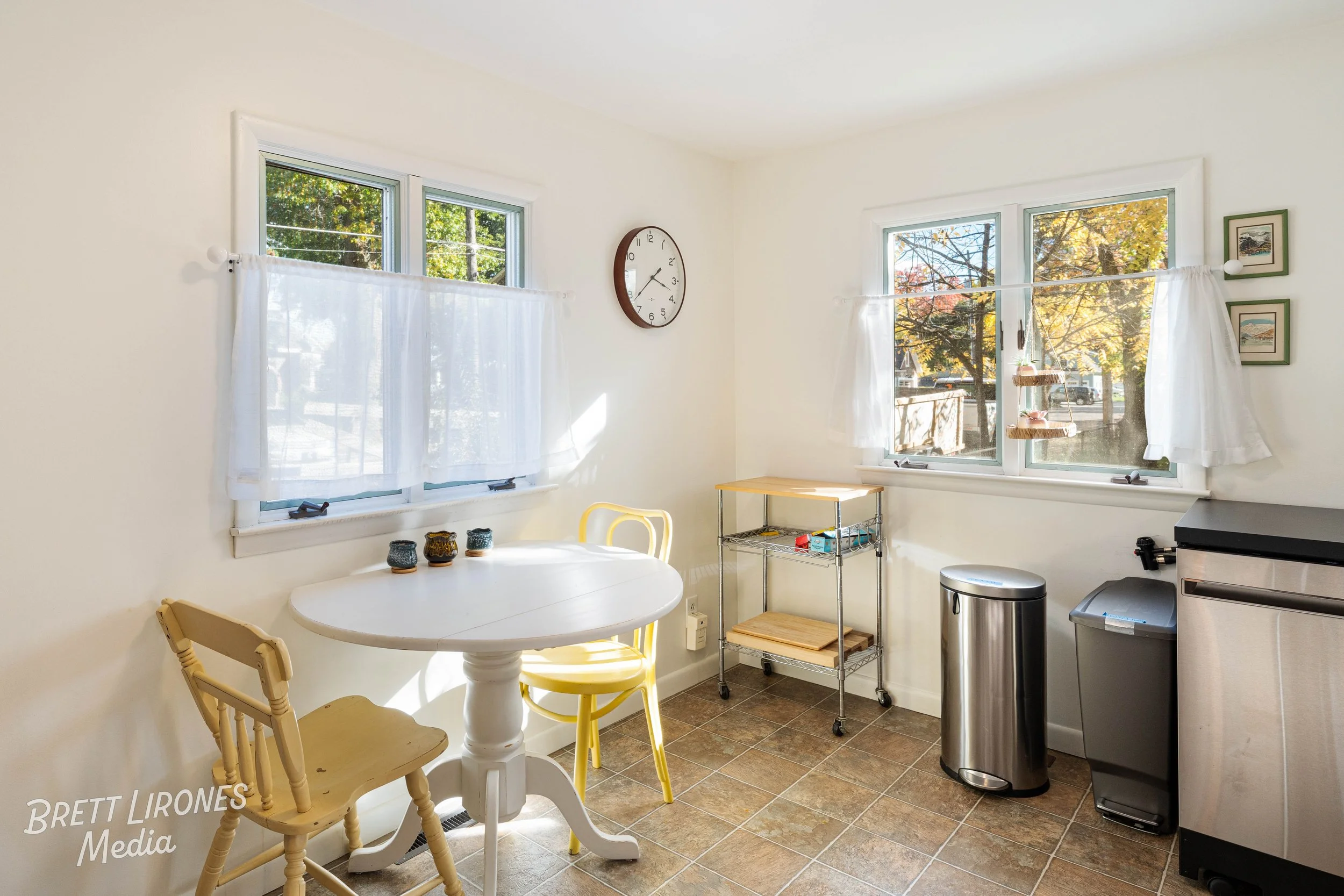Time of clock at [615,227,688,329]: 3:38
